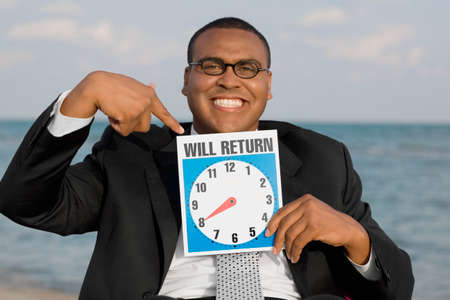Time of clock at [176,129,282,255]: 8:40
